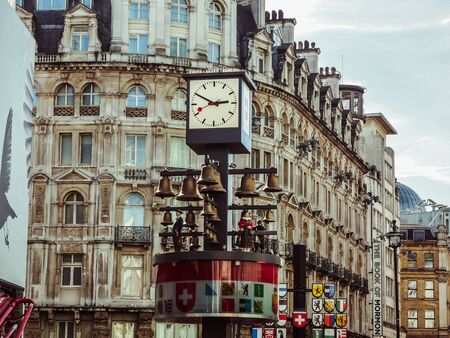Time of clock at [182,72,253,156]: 2:50
